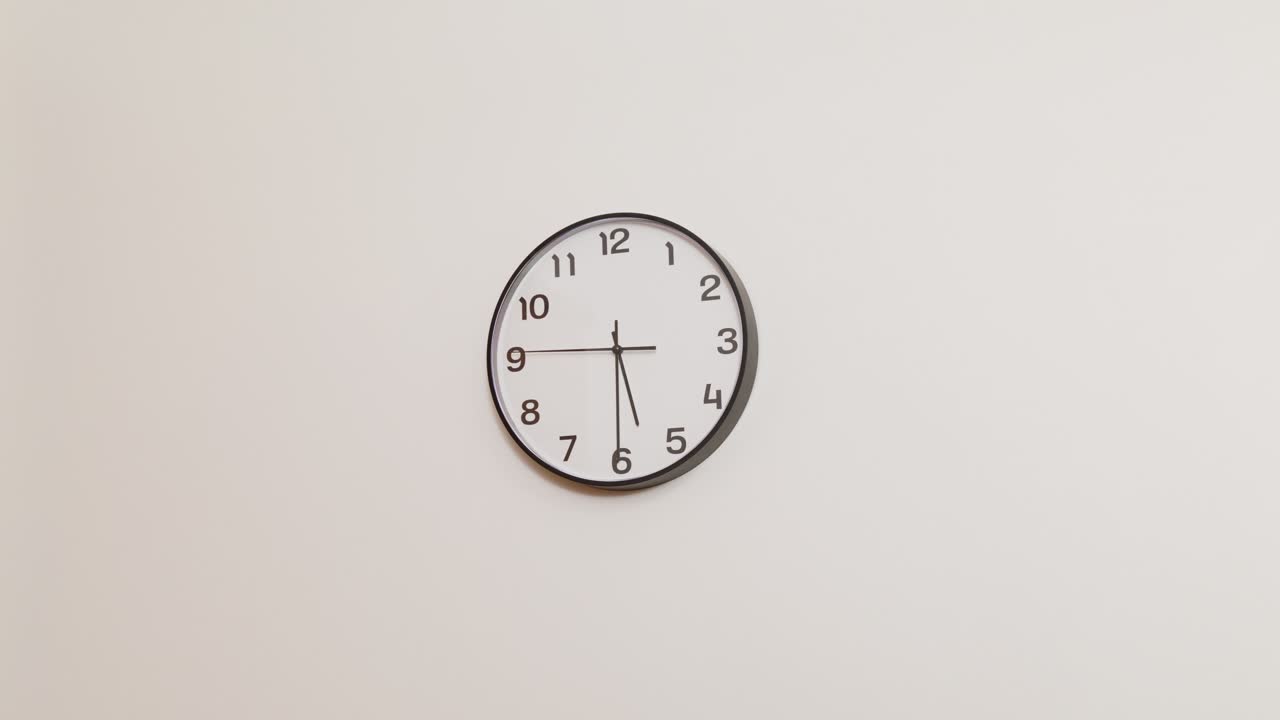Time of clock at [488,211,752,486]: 5:30
